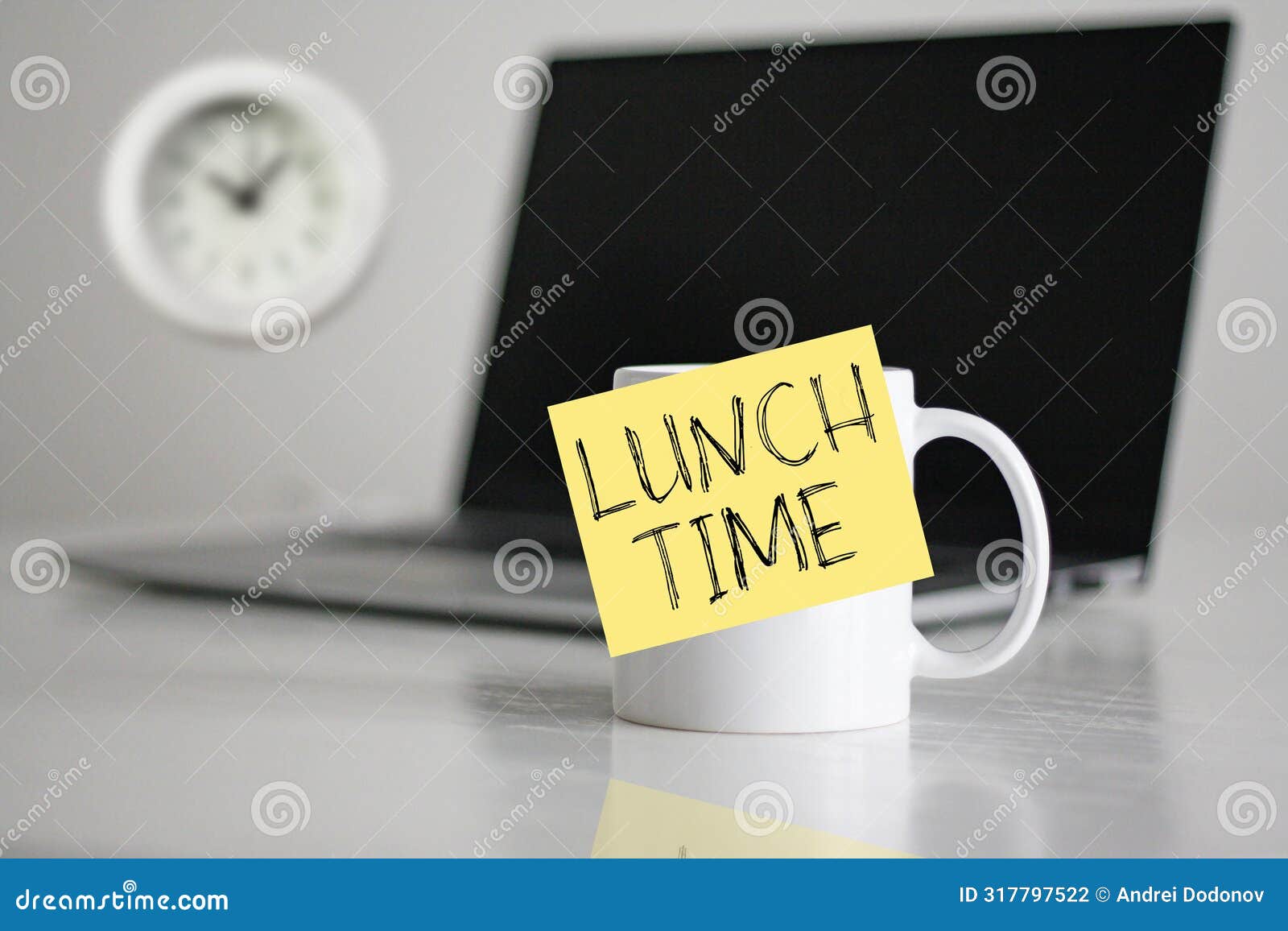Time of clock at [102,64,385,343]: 10:07
